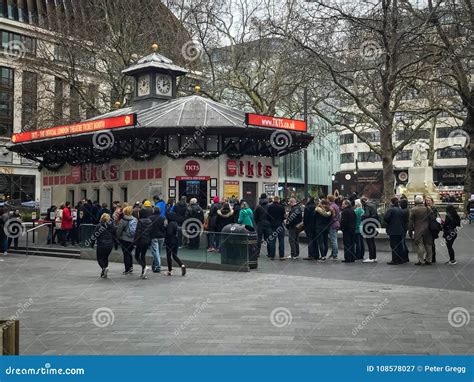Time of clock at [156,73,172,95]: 12:11
